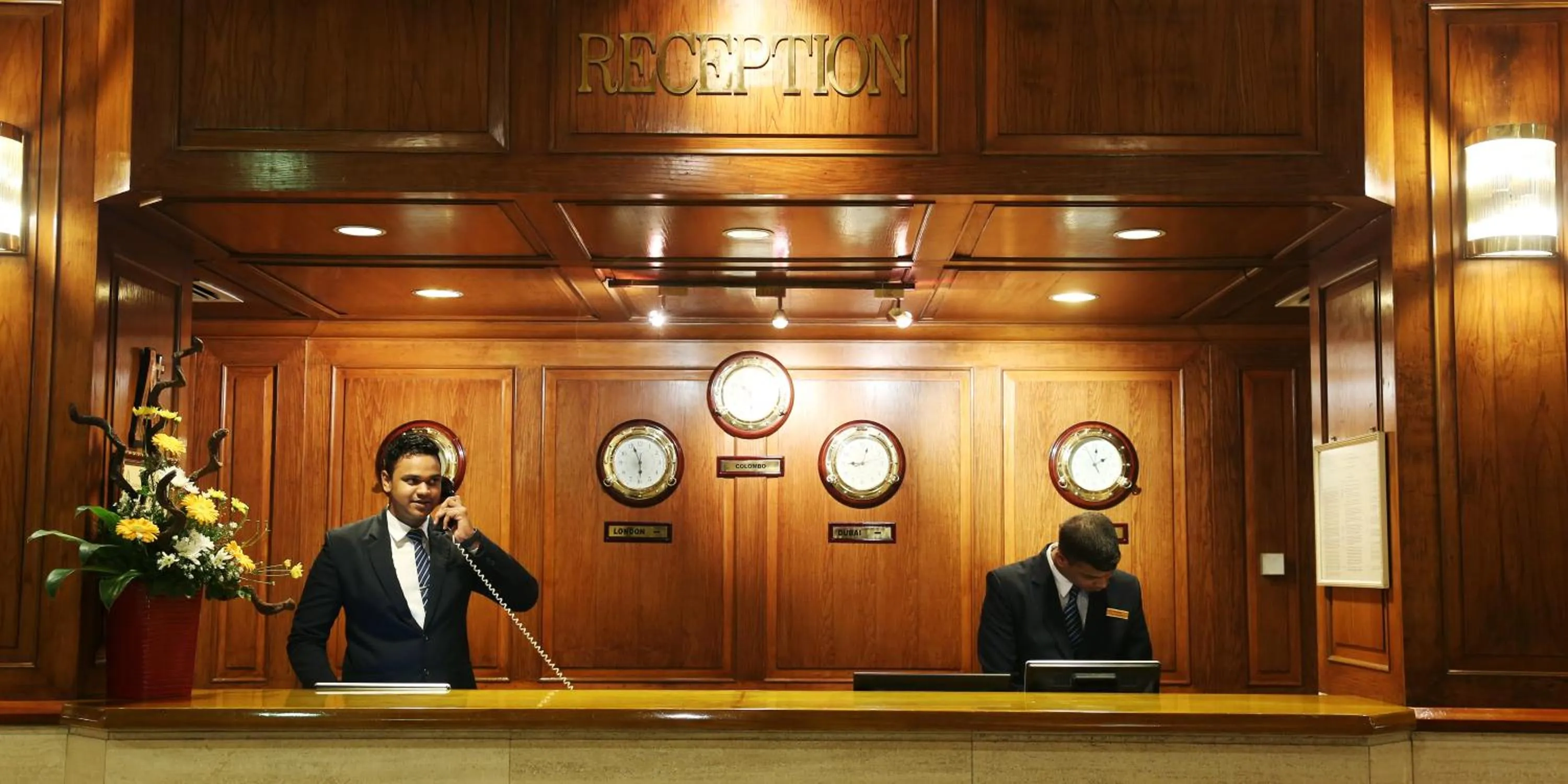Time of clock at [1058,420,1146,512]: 2:01
